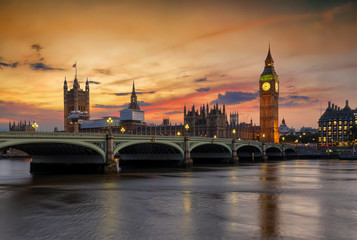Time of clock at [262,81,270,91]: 8:38
